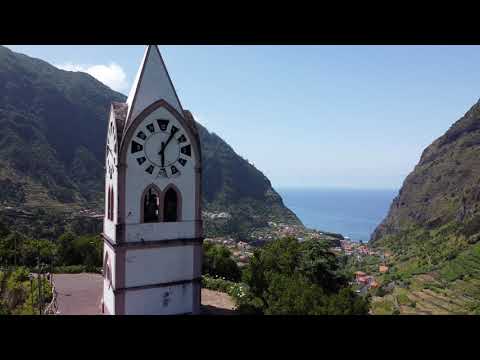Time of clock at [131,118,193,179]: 6:06
